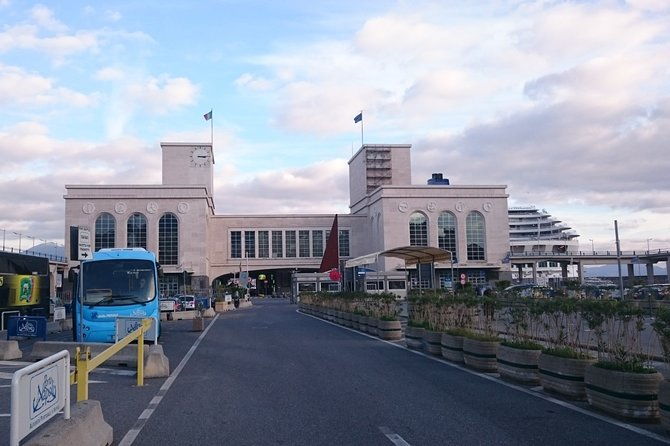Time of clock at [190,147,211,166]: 3:15
